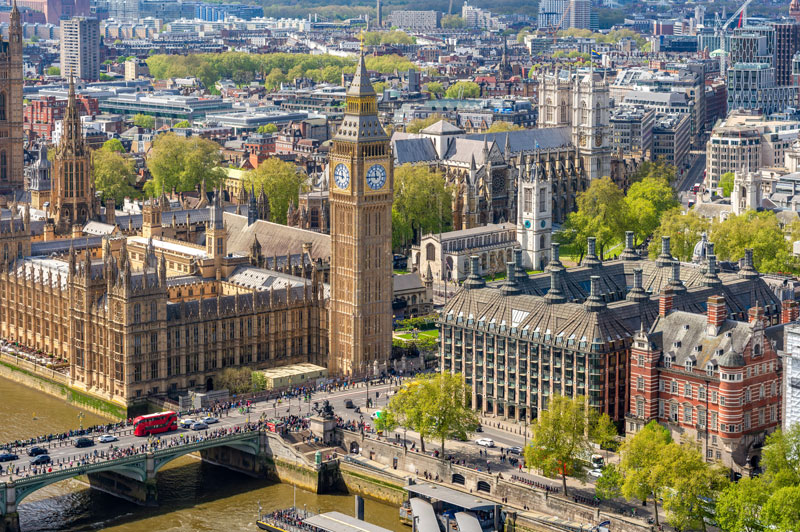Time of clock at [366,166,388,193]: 11:45
